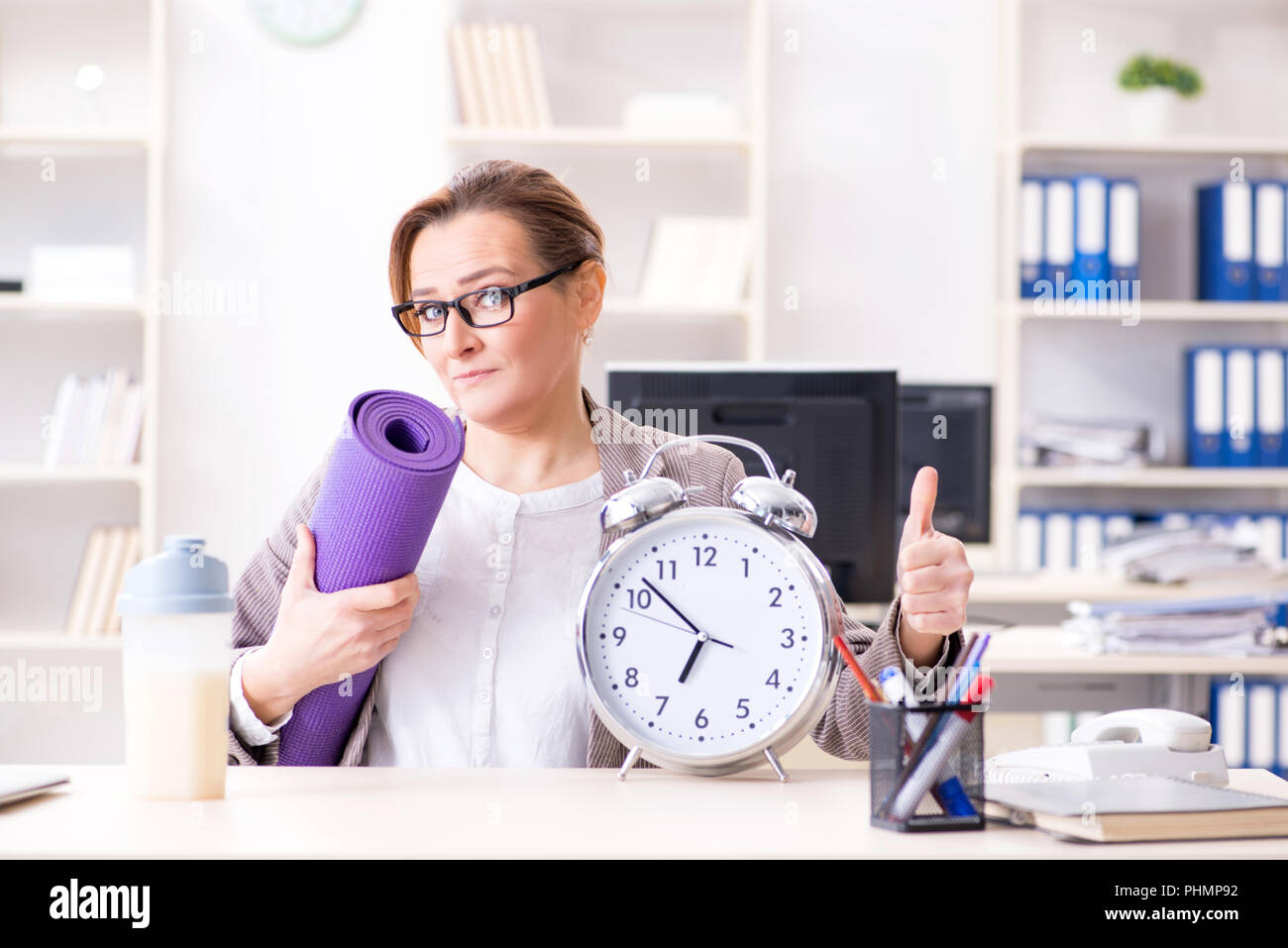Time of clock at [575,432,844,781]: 6:52
